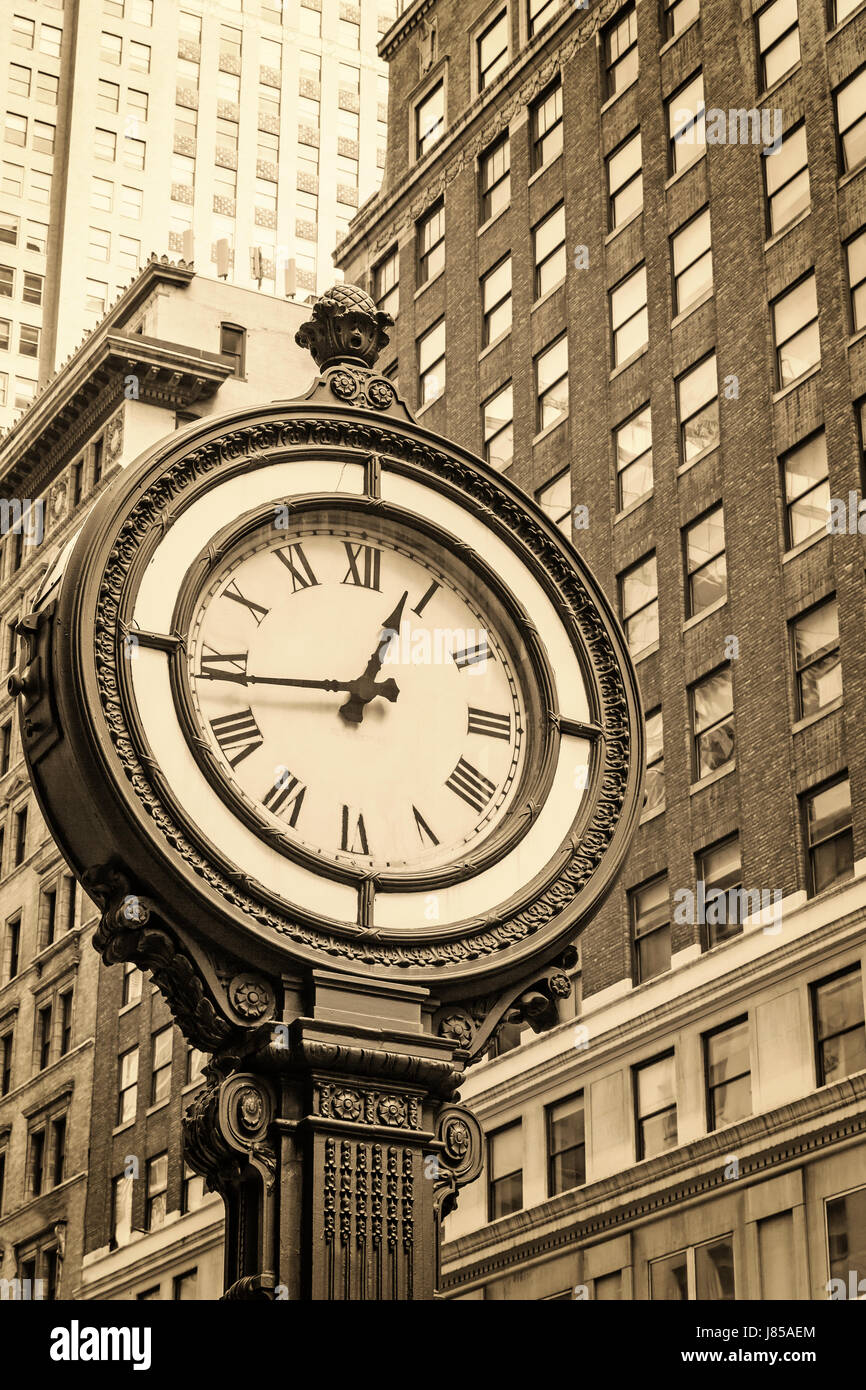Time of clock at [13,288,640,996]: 12:44
